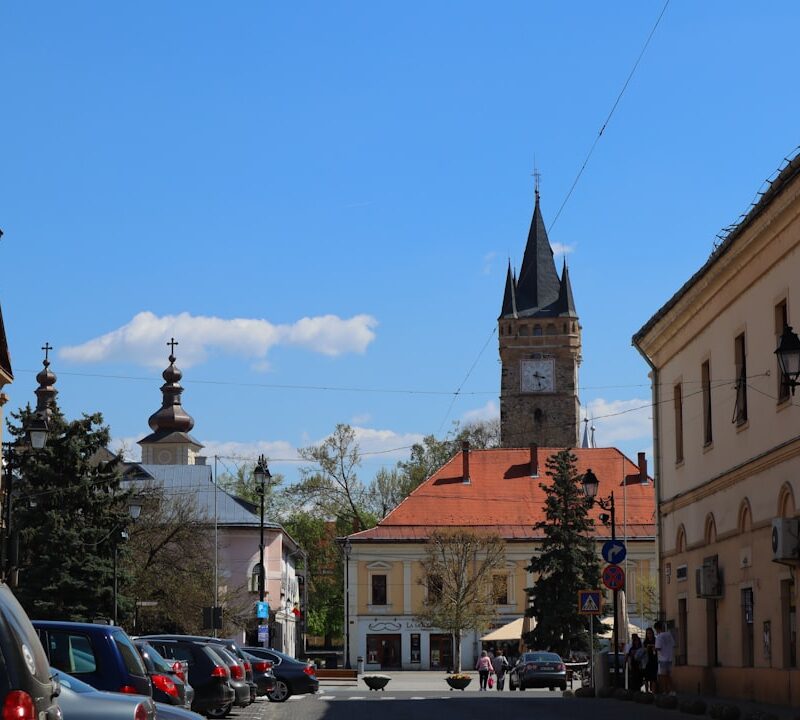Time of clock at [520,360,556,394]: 3:27
